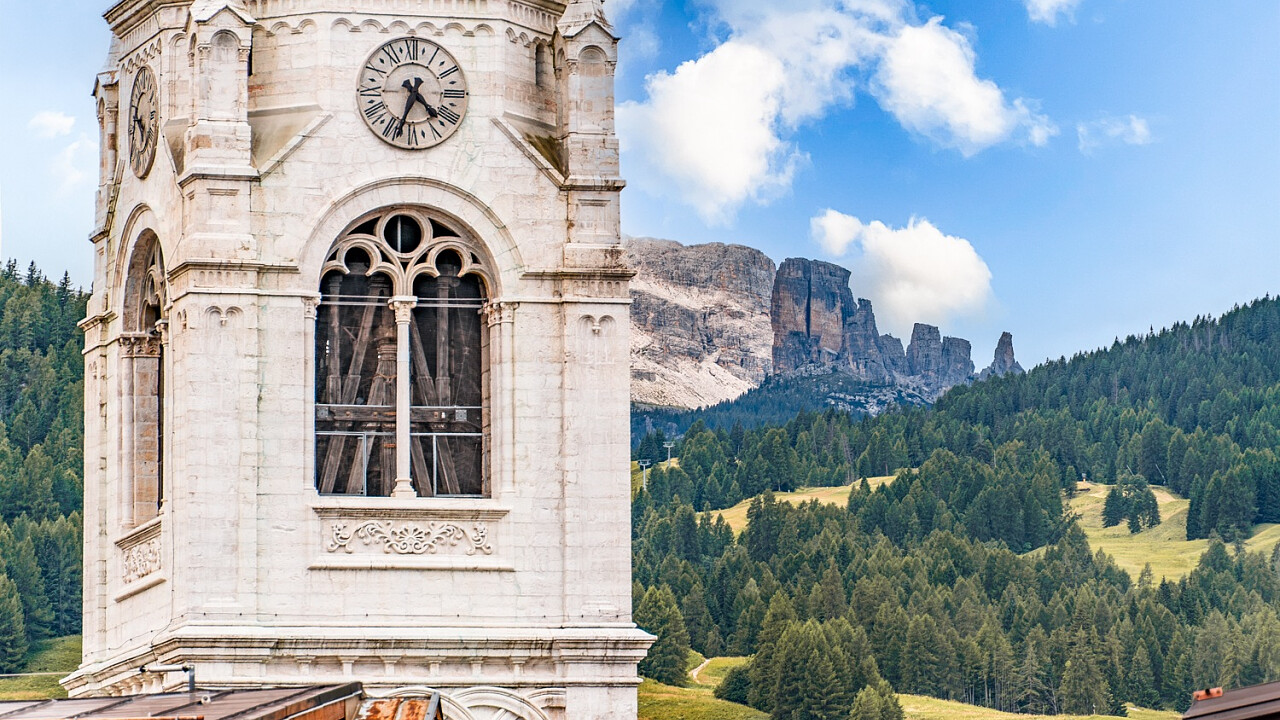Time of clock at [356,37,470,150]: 4:34
